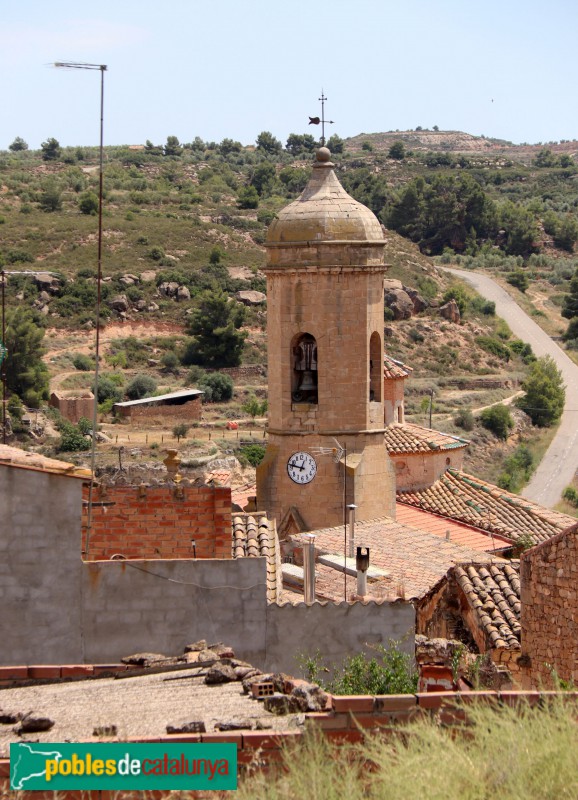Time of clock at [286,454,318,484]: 12:47
